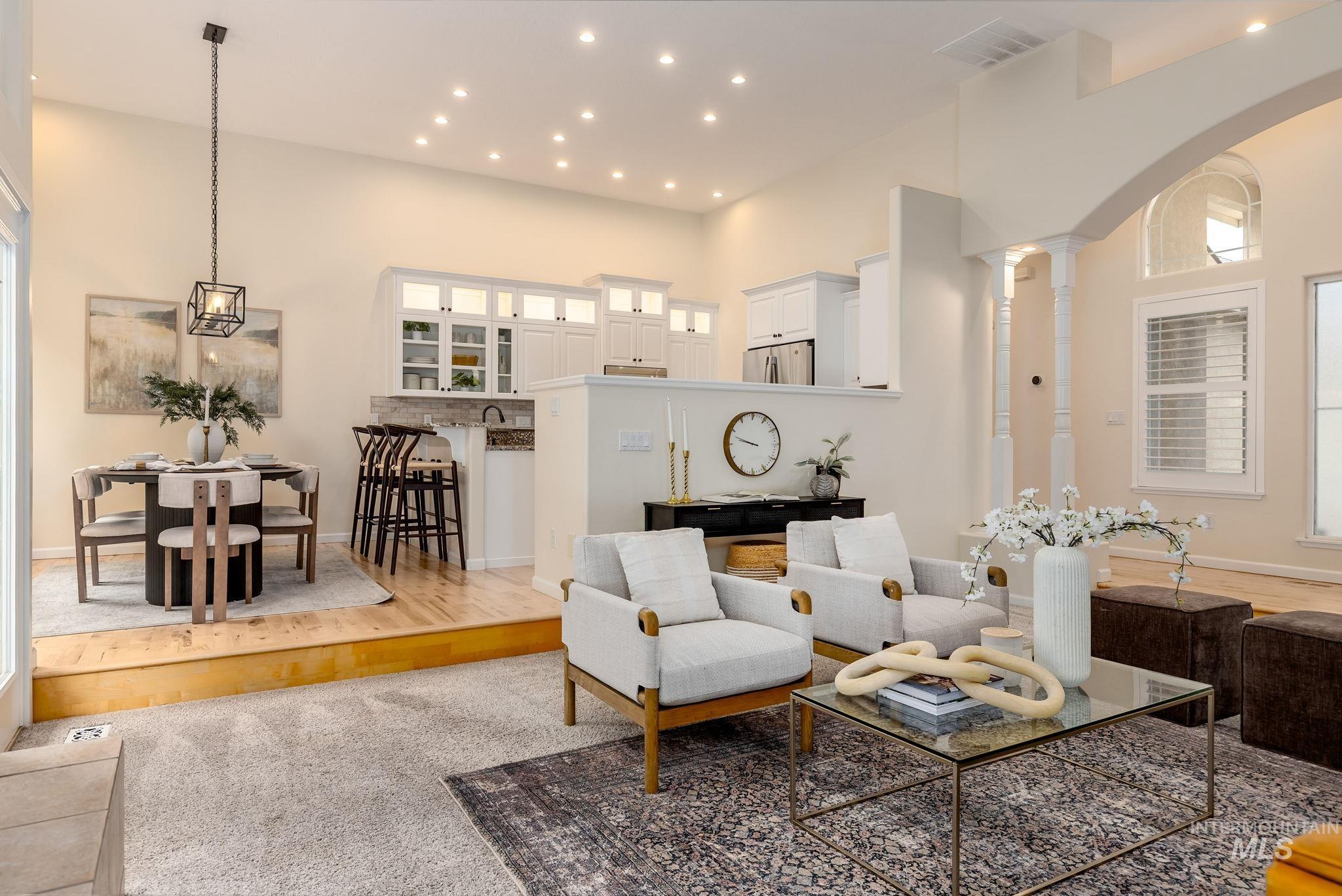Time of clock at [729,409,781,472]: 9:47
